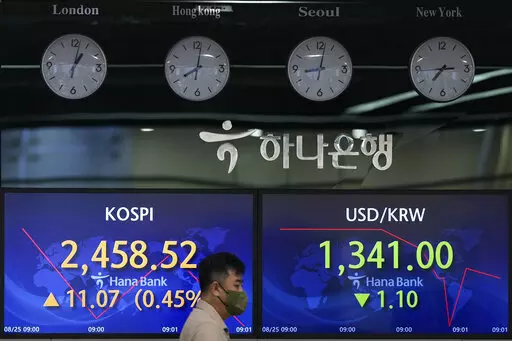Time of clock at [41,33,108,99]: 1:01
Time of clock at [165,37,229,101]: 8:01
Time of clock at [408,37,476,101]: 7:14
